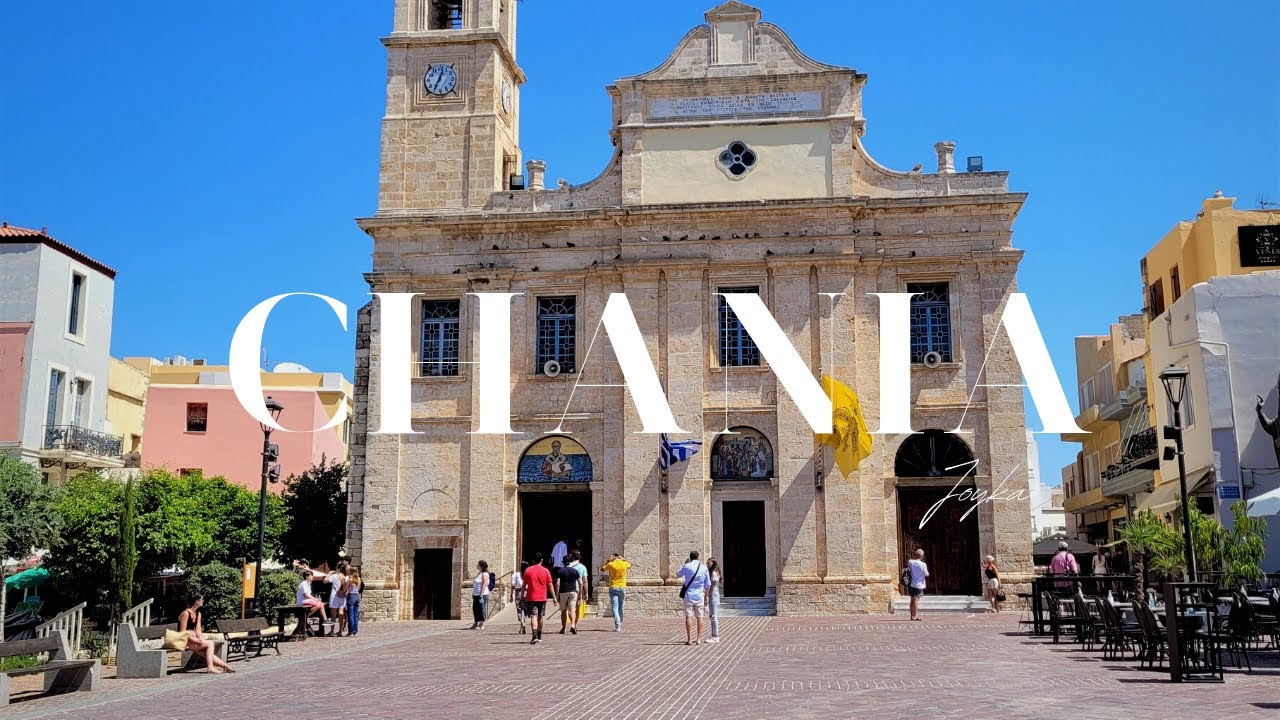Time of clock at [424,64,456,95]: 12:34
